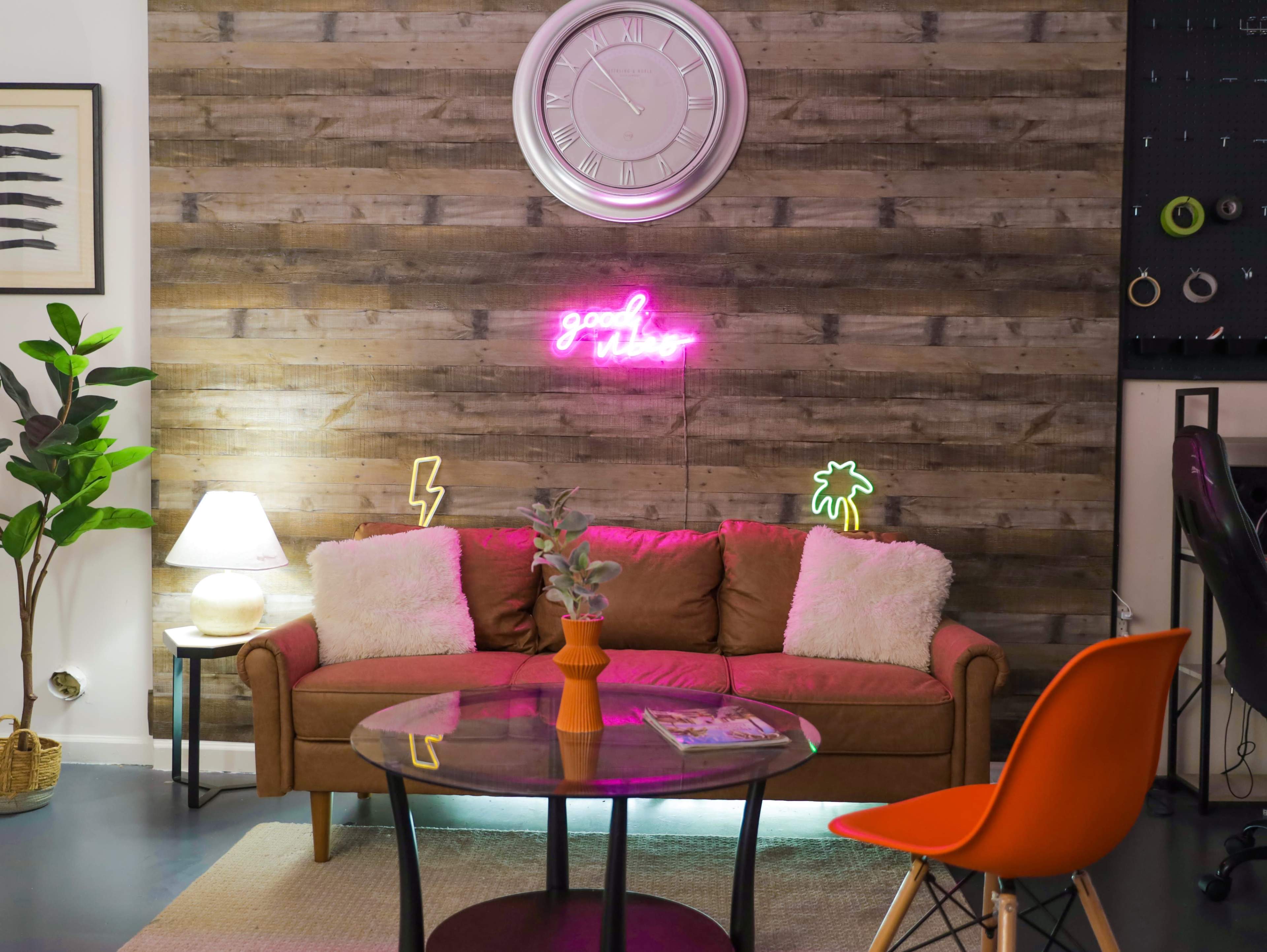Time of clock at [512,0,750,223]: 9:53
